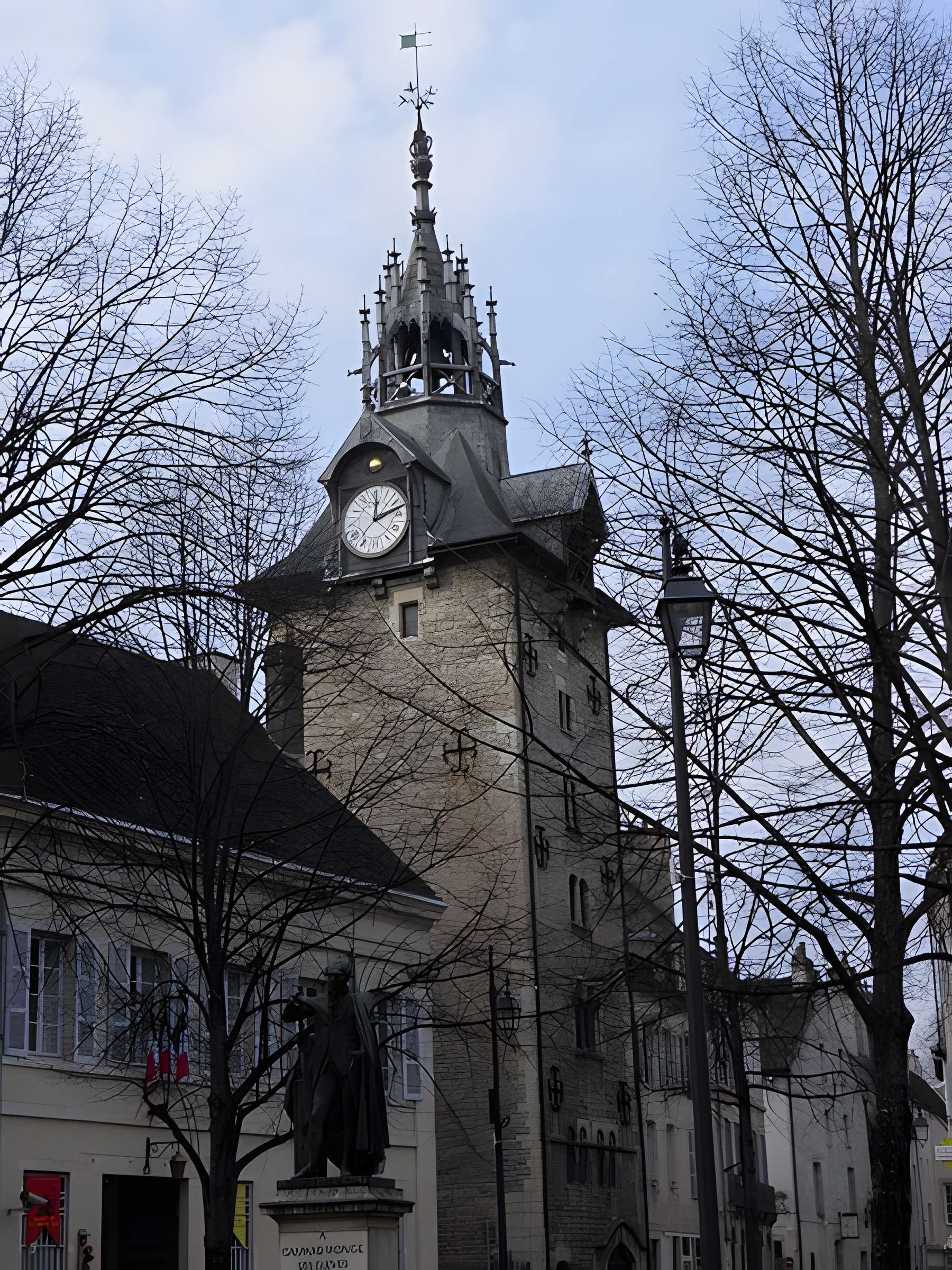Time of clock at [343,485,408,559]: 12:12
